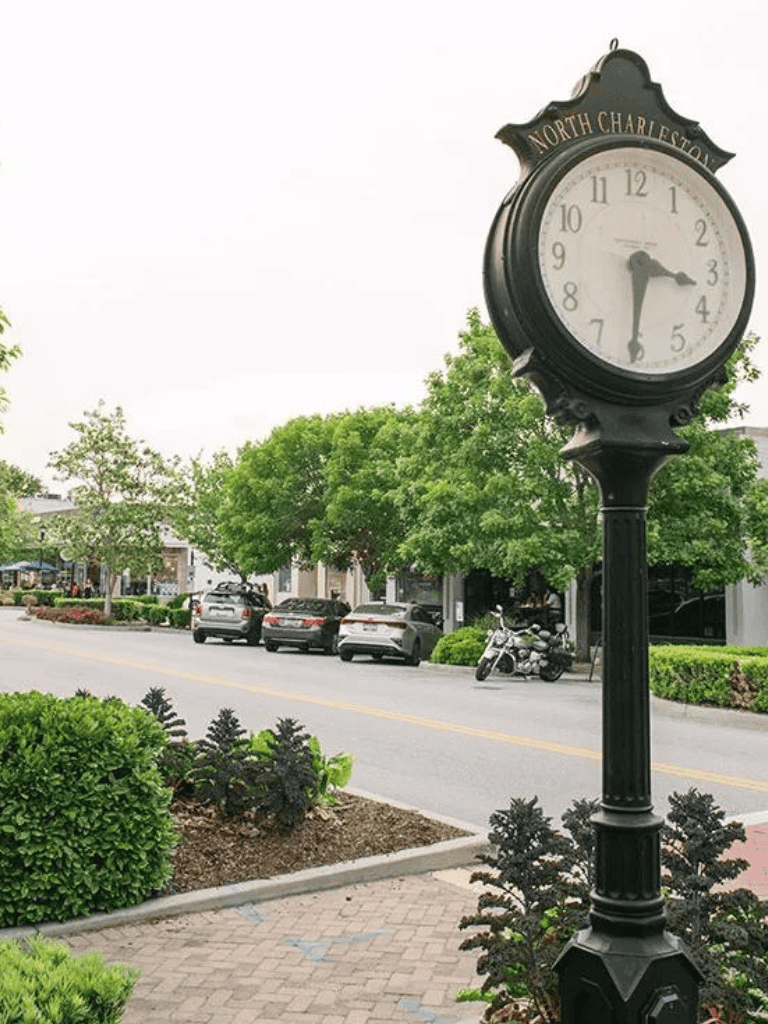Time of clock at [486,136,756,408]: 3:30
